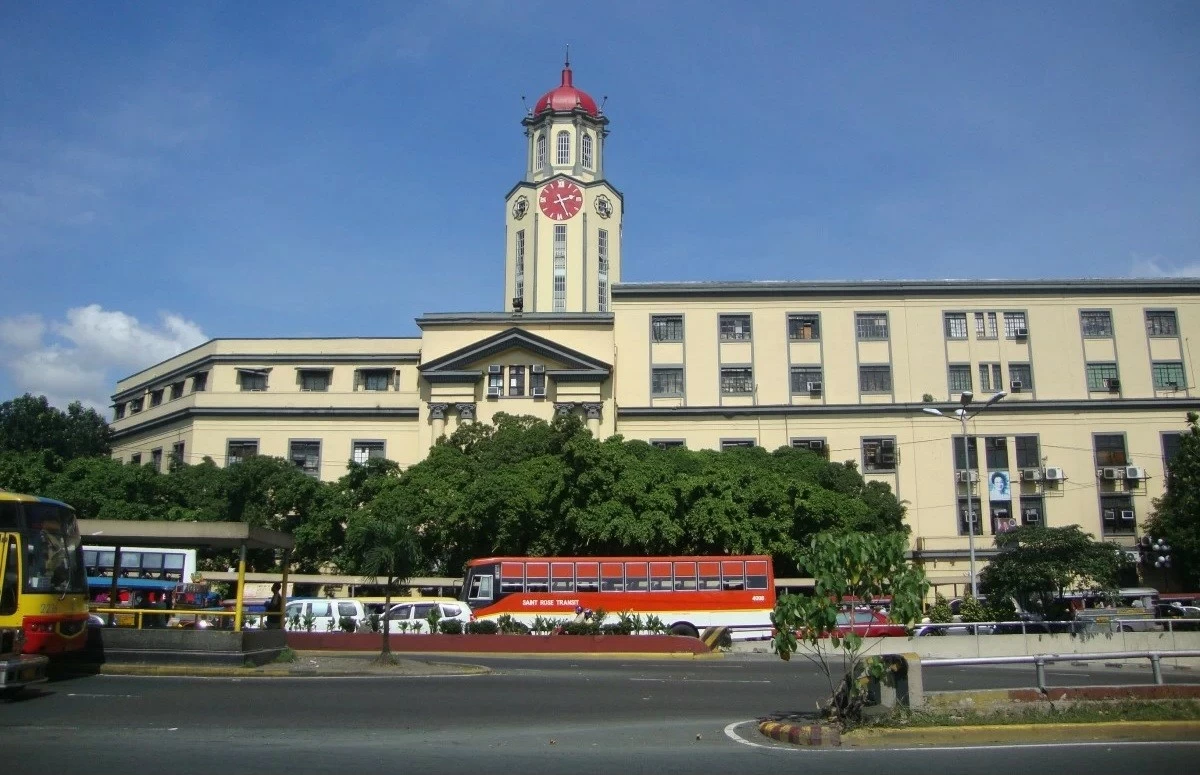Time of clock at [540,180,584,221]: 2:25
